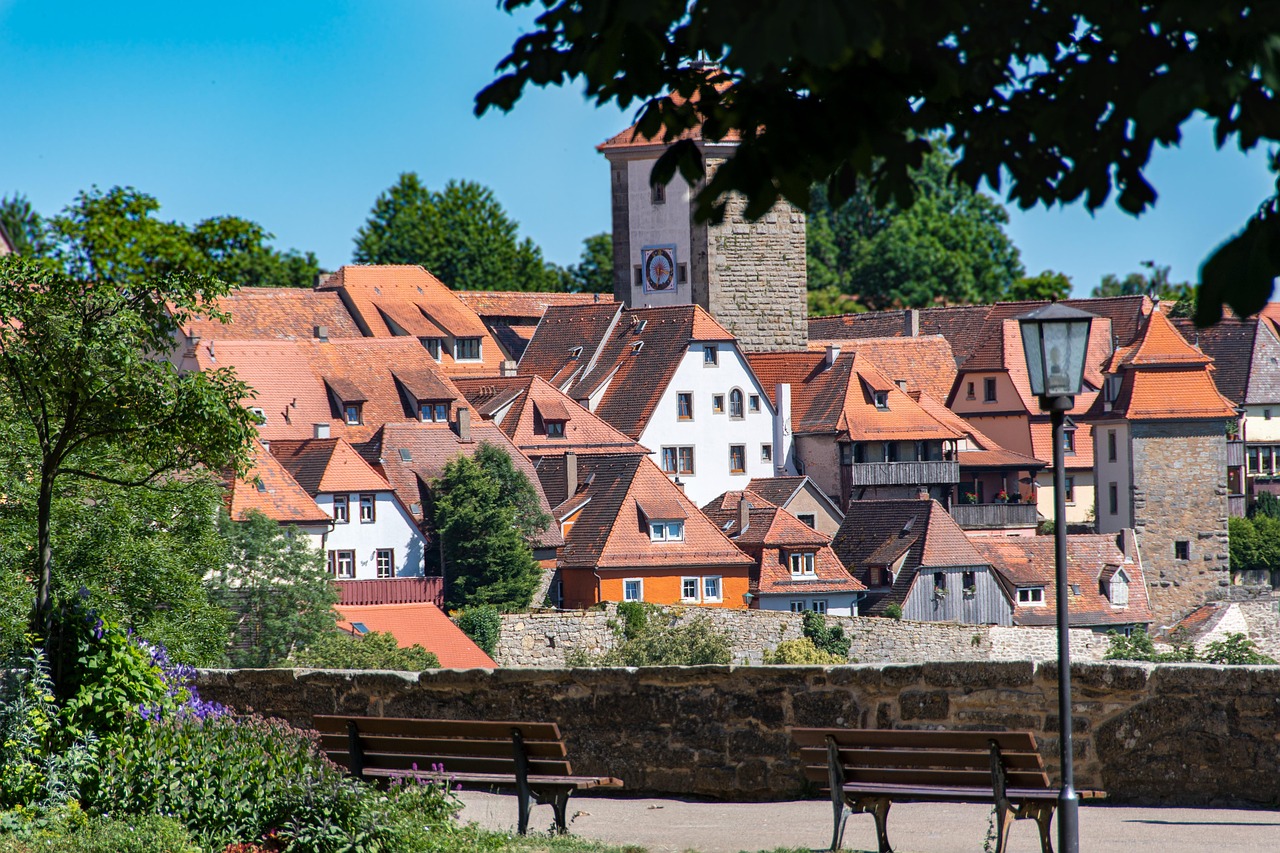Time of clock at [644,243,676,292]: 6:17
